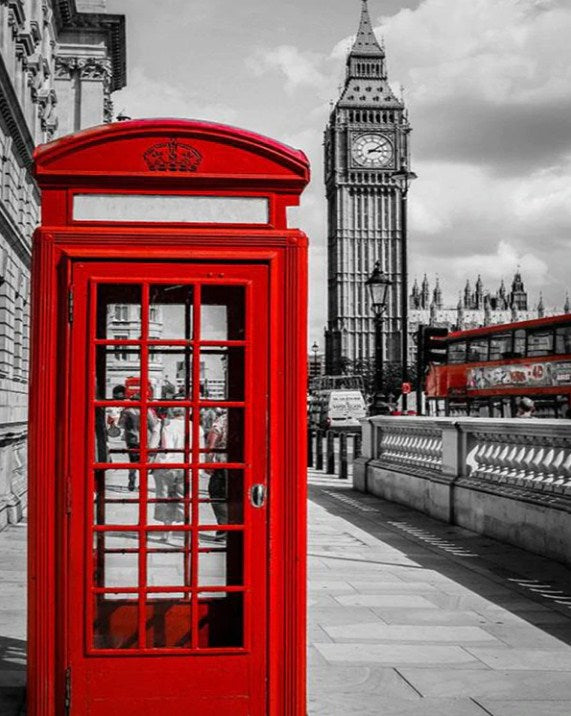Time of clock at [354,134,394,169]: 3:09
